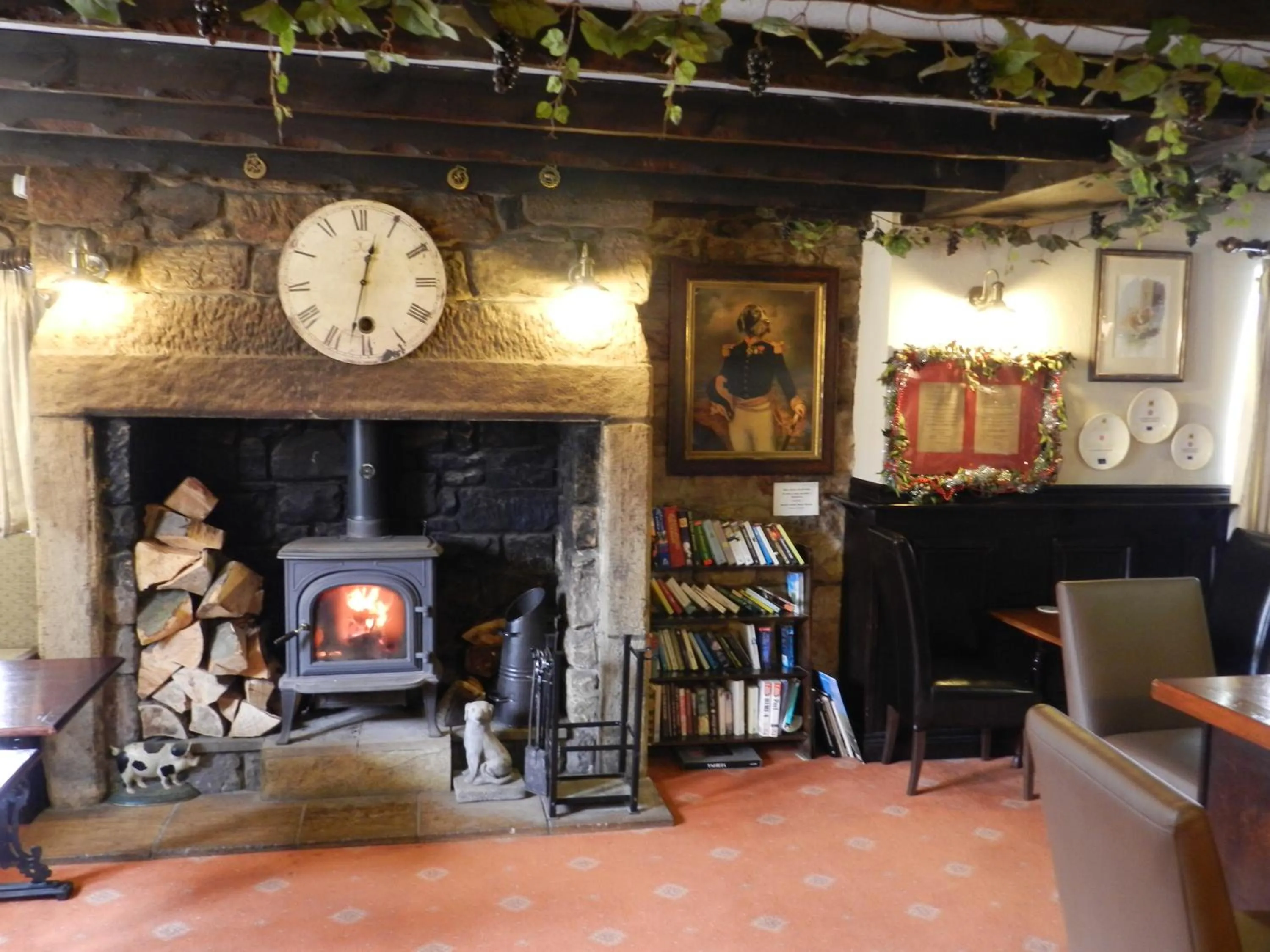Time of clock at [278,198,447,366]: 12:32
